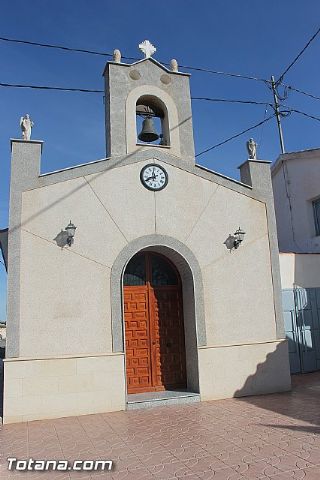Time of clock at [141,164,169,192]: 11:40
